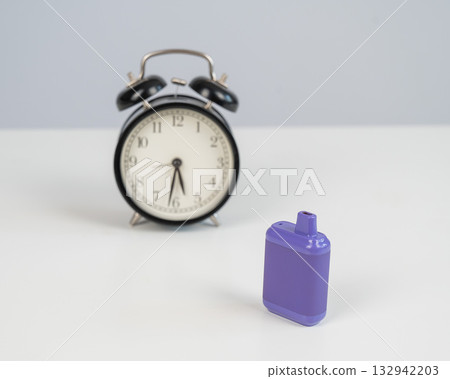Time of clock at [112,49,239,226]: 5:31
